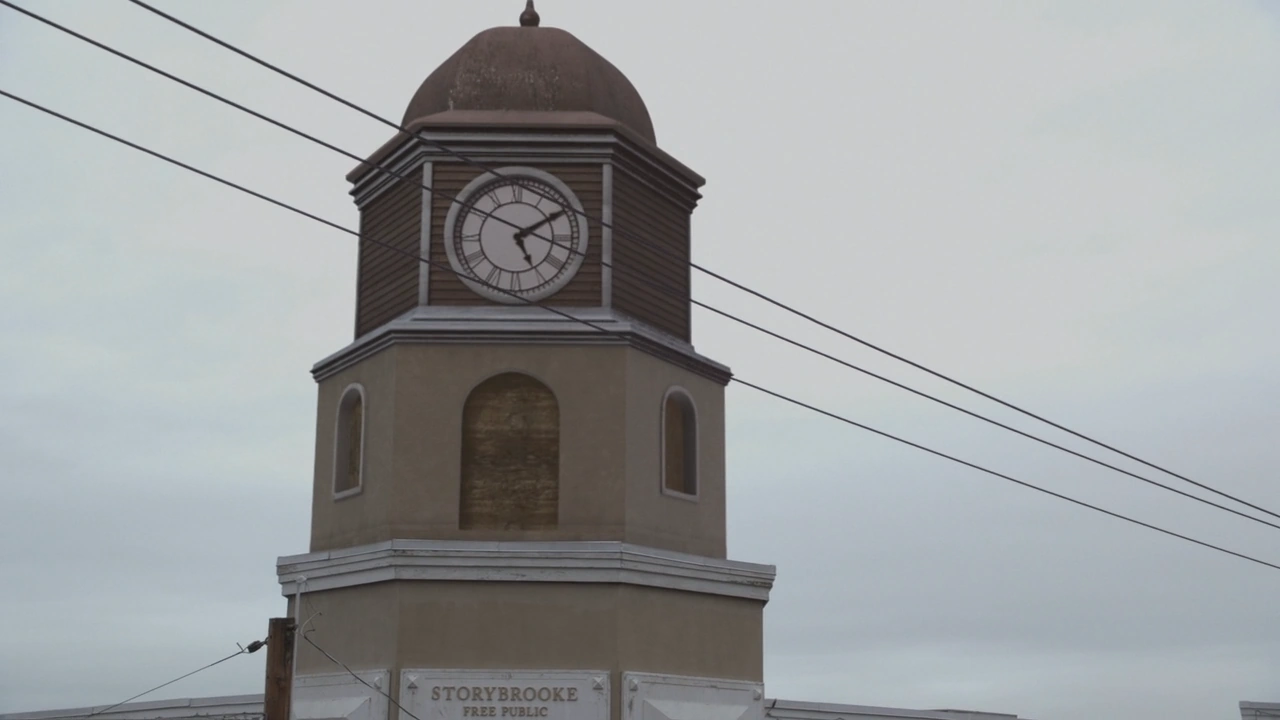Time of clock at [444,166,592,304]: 5:09
